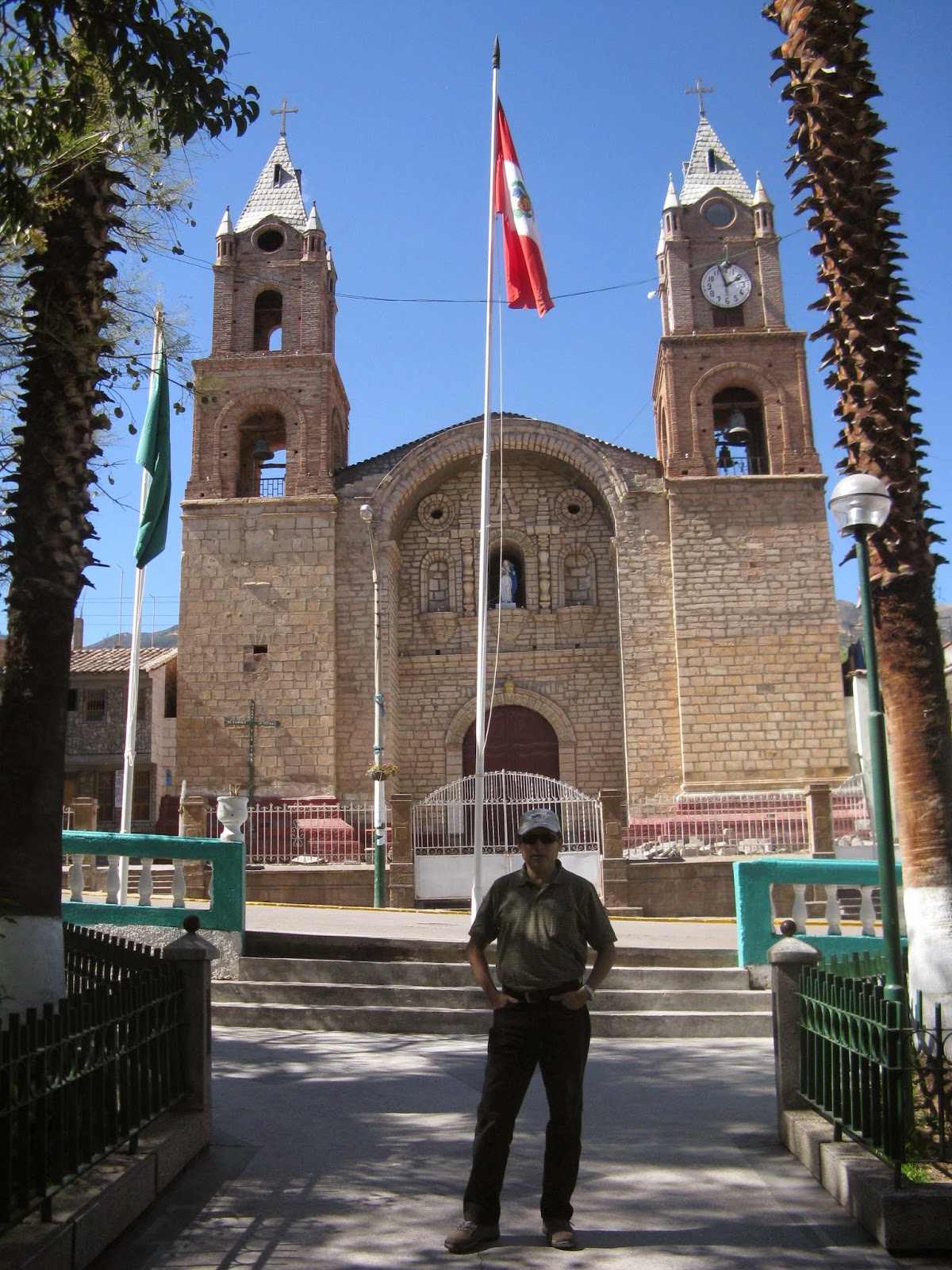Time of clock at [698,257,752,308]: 1:57
